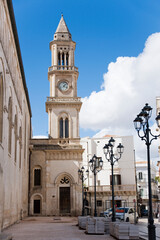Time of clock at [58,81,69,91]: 4:07
